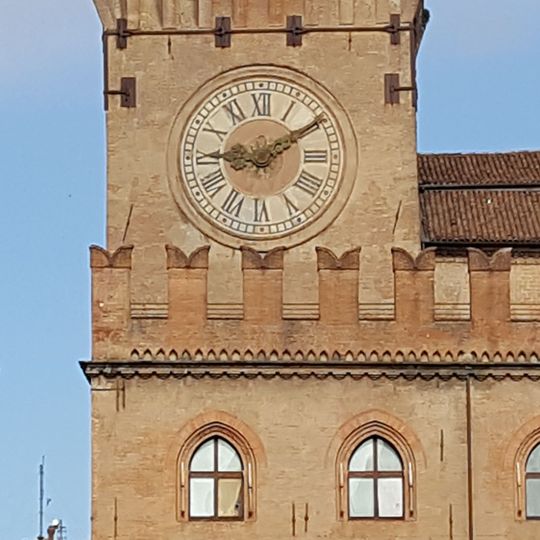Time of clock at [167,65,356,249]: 9:09
